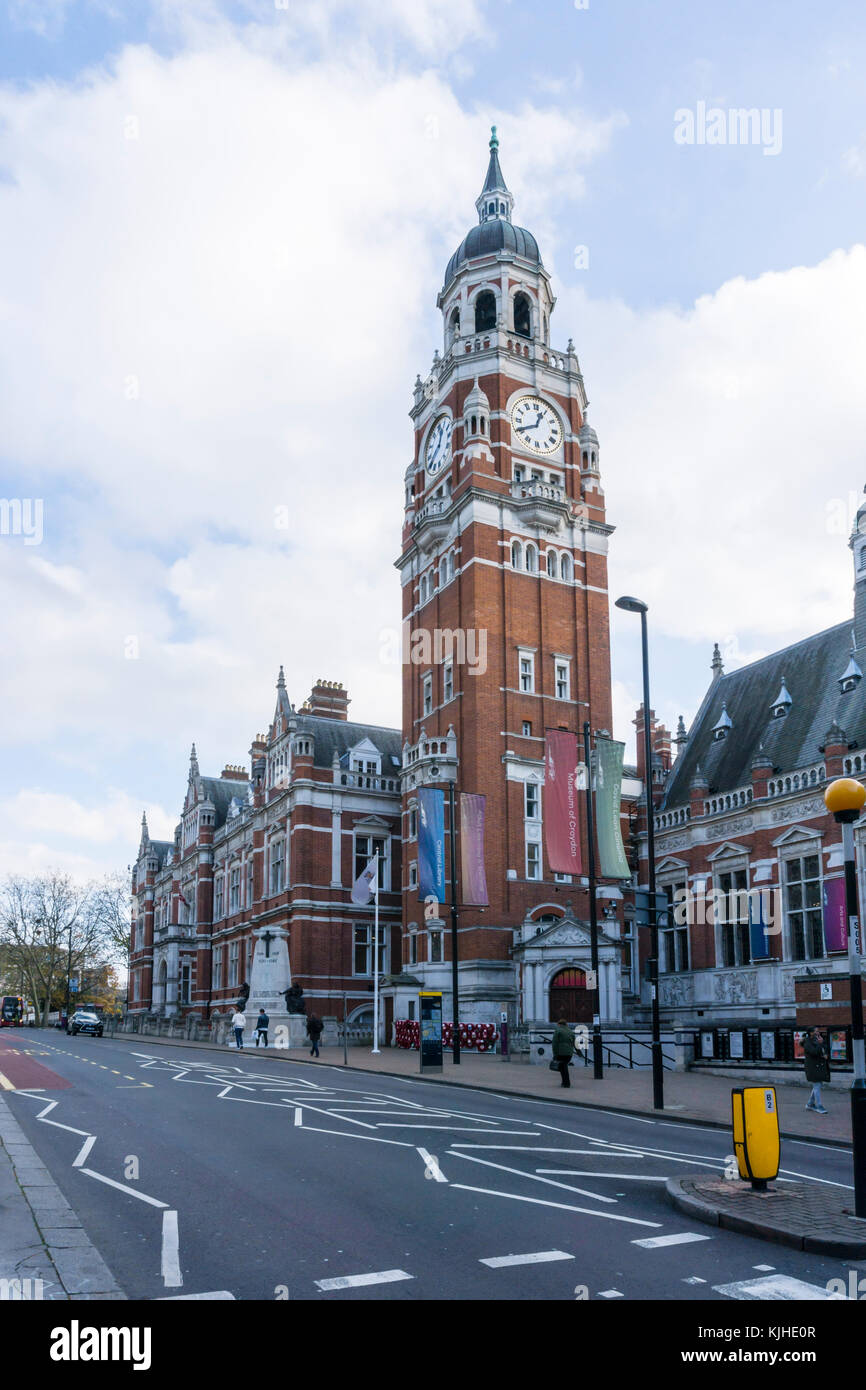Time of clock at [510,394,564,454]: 12:40
